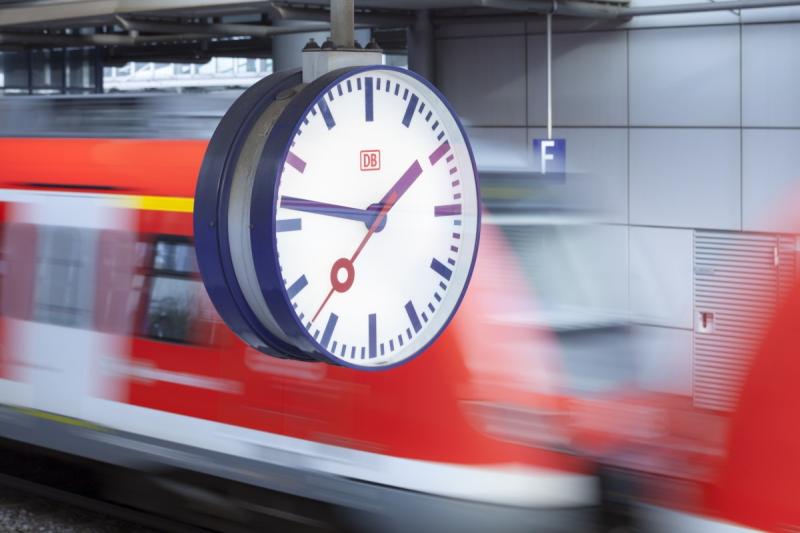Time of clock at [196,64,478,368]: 1:46
